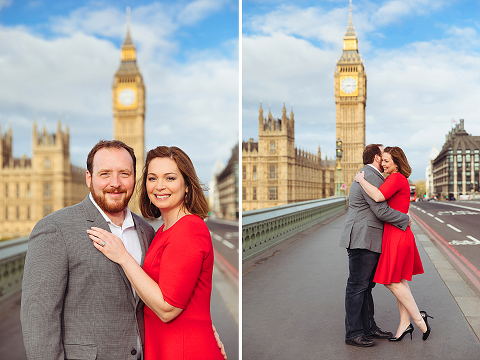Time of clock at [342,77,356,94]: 8:16
